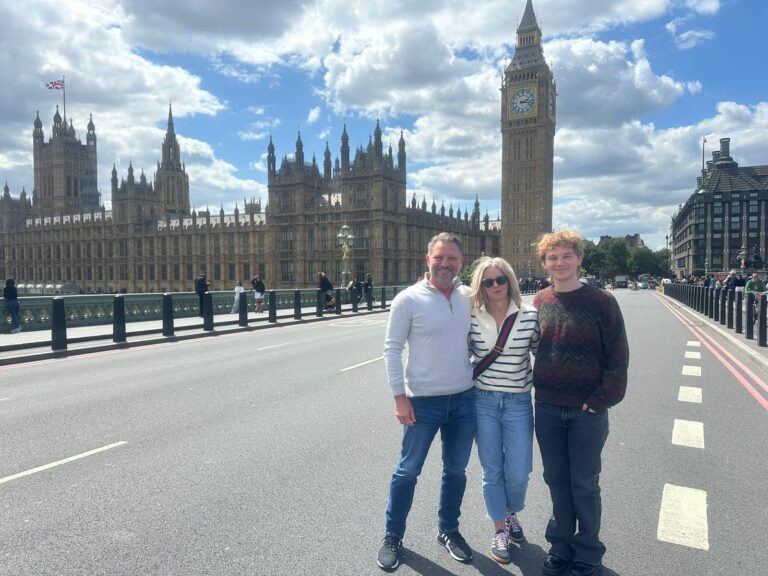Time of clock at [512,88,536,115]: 2:16
